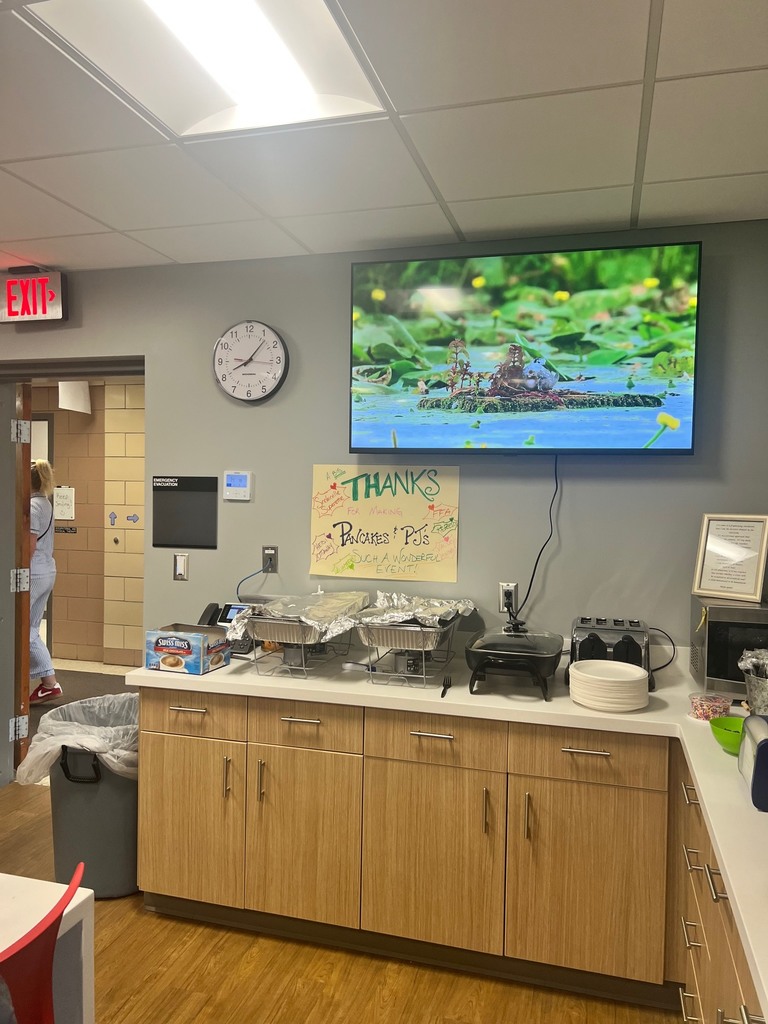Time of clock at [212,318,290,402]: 8:06
